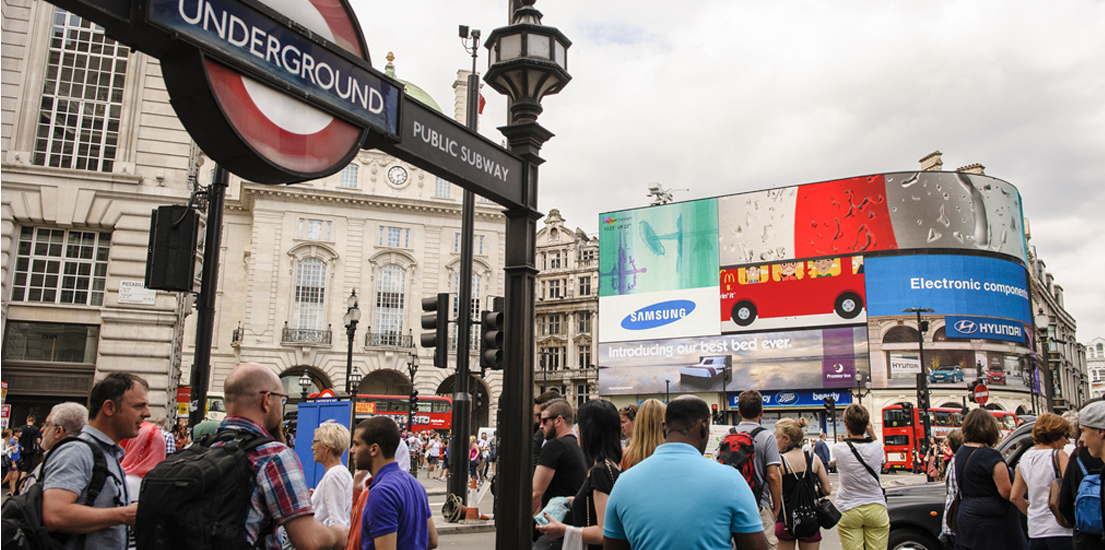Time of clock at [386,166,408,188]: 2:28
